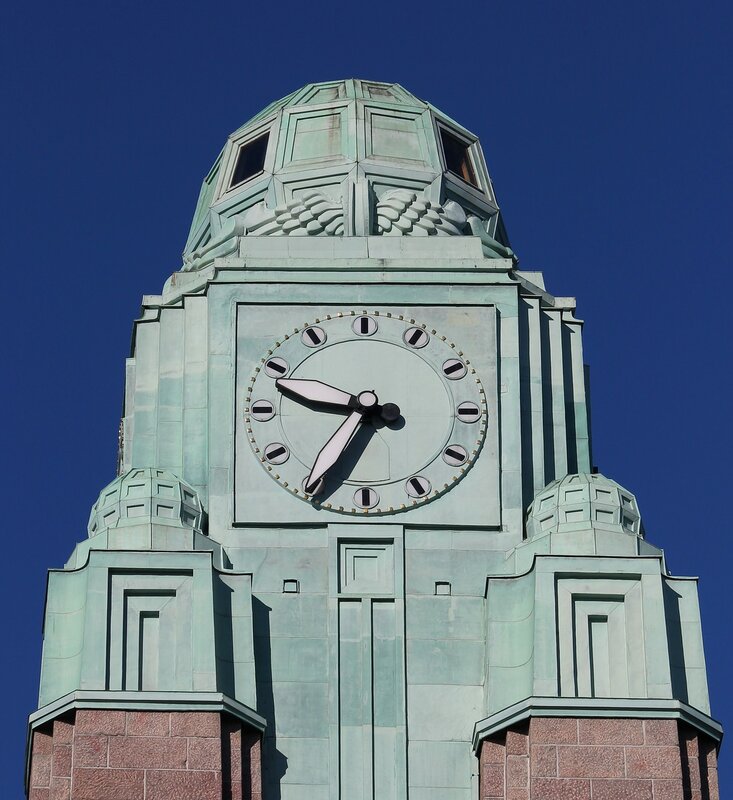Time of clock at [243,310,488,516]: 9:34
